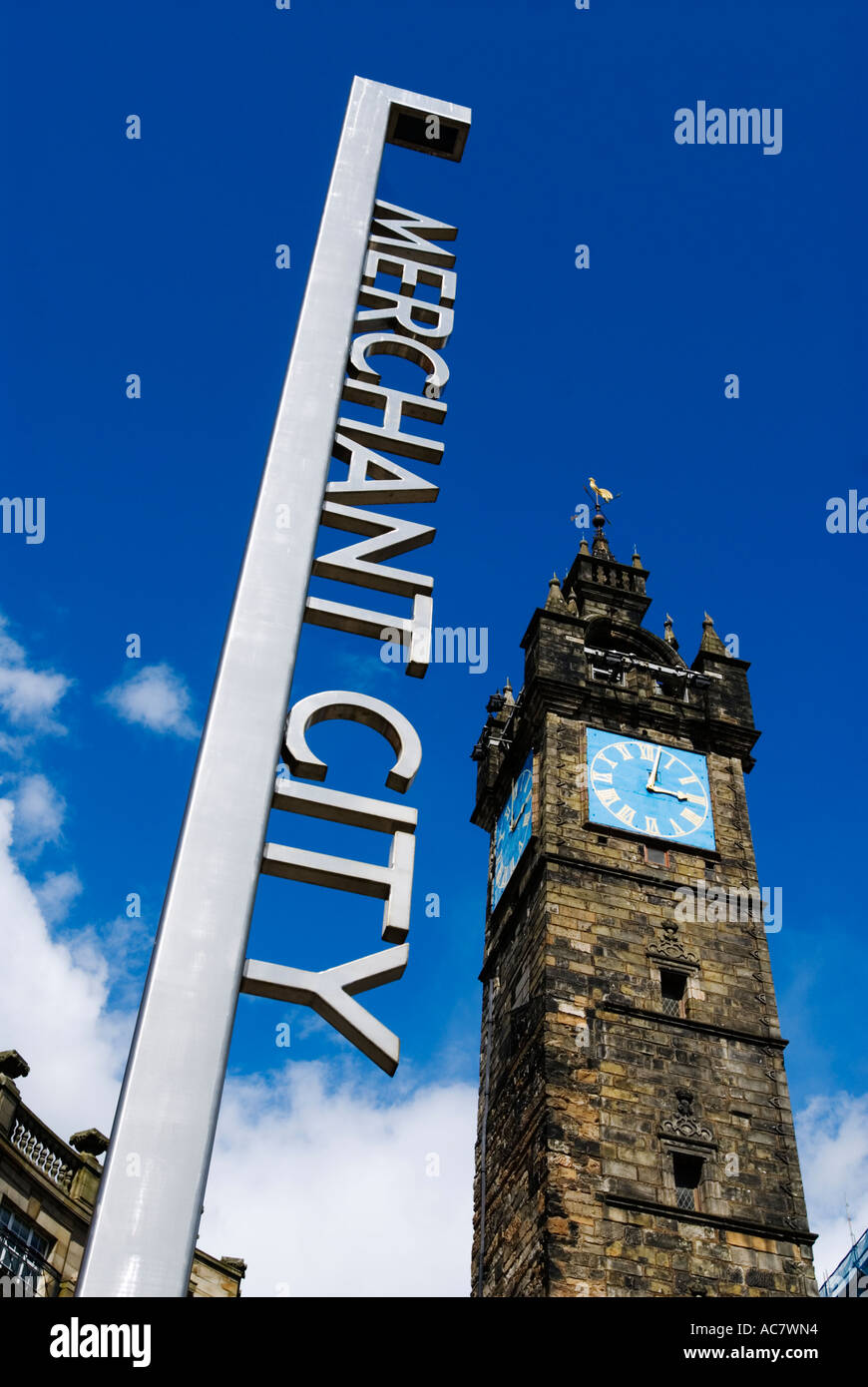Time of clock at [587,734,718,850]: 3:02
